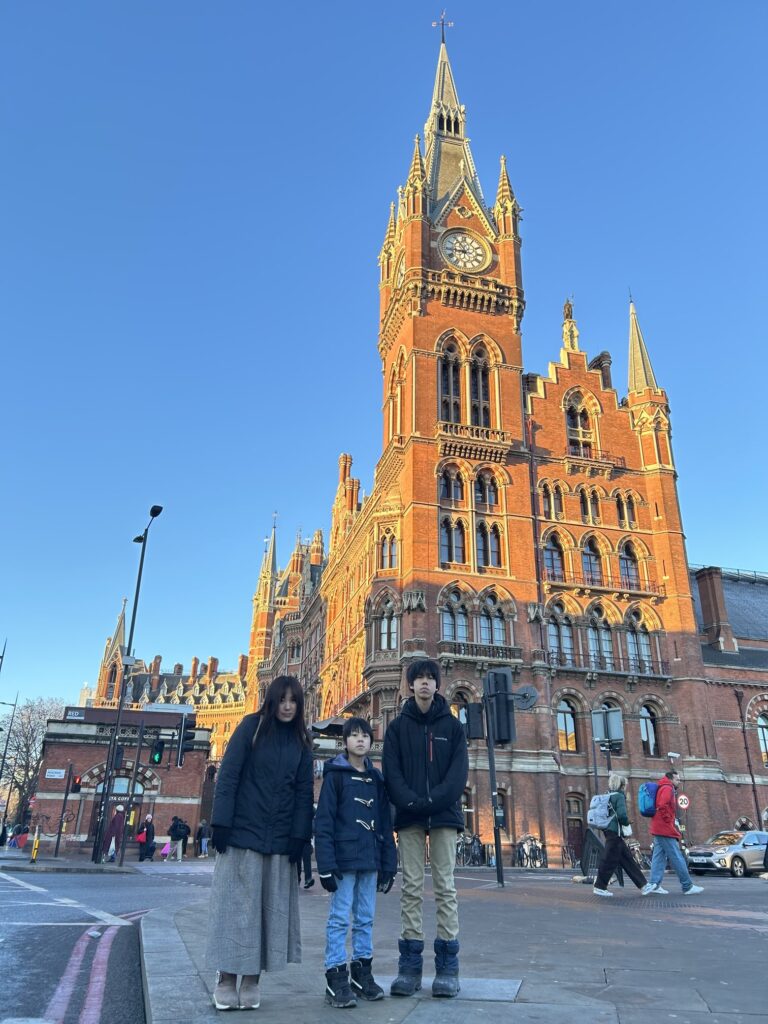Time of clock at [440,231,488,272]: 10:43
